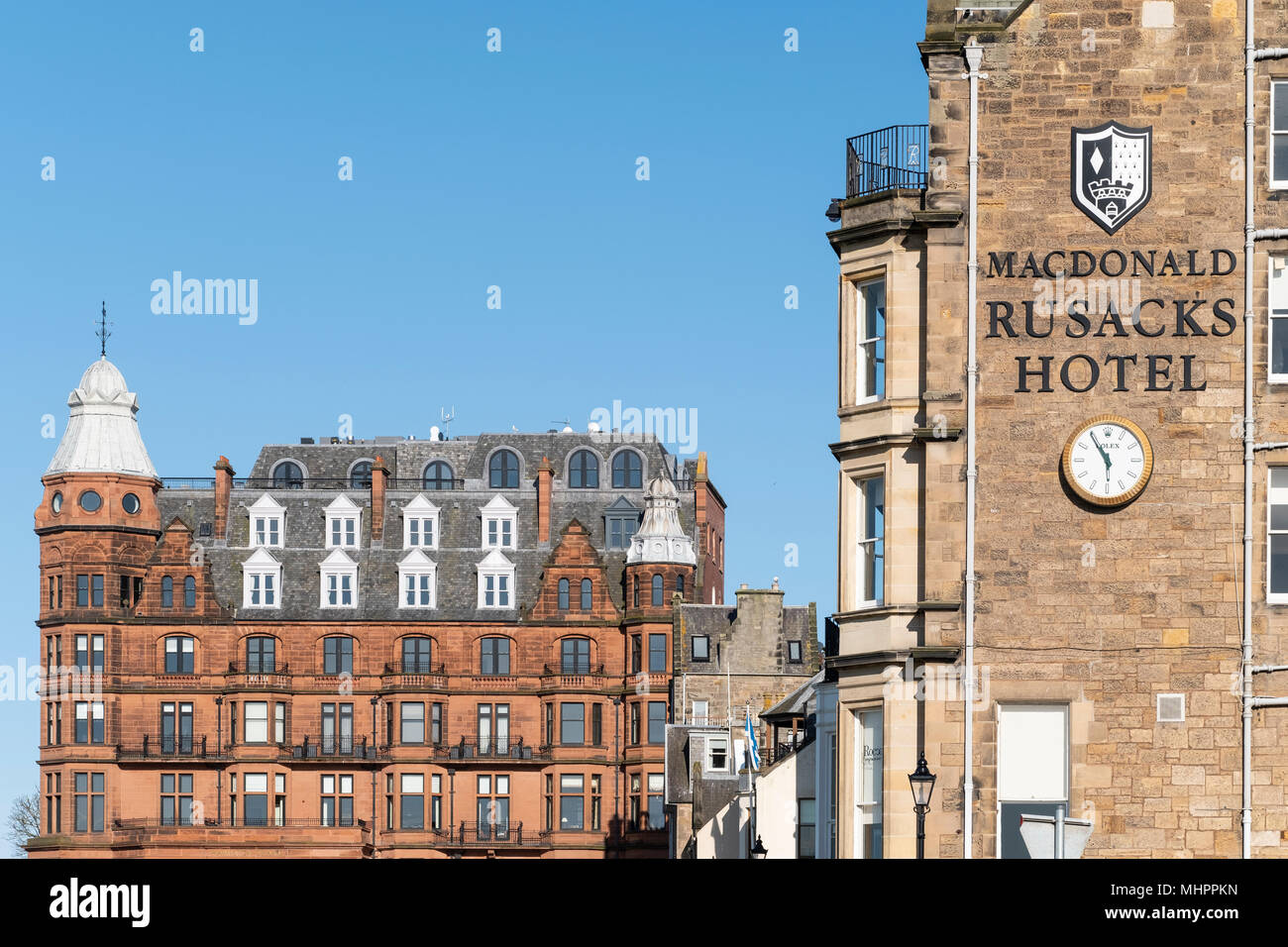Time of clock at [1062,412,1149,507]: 5:54
